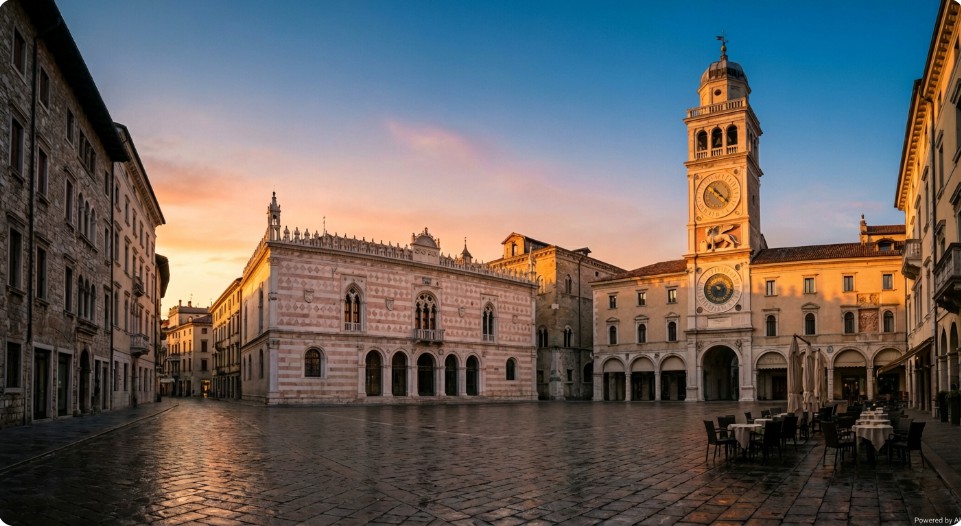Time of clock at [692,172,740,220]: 10:21
